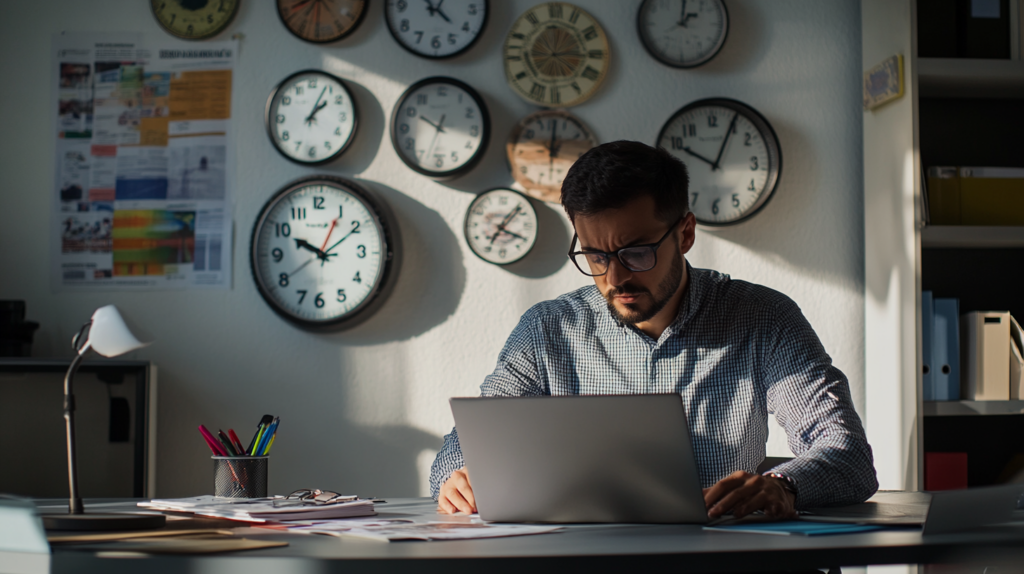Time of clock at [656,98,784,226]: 10:04
